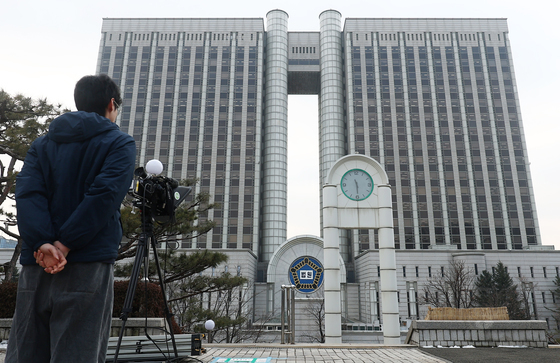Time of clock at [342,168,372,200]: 11:29
